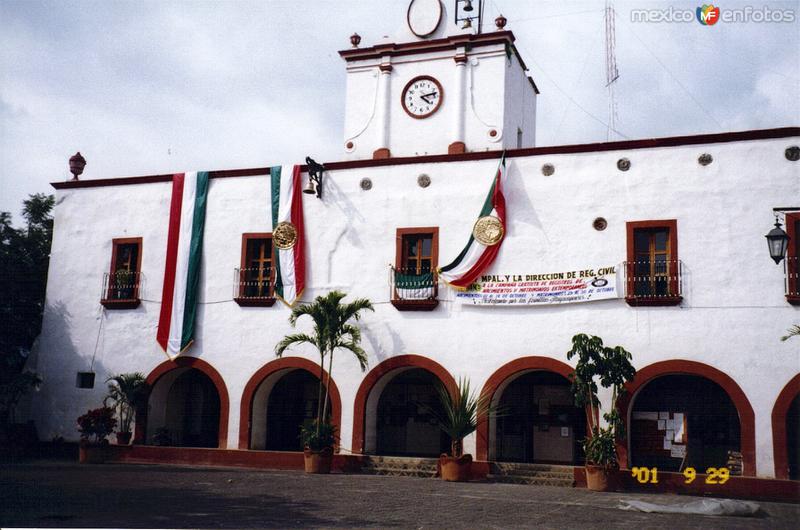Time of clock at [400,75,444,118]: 4:12
